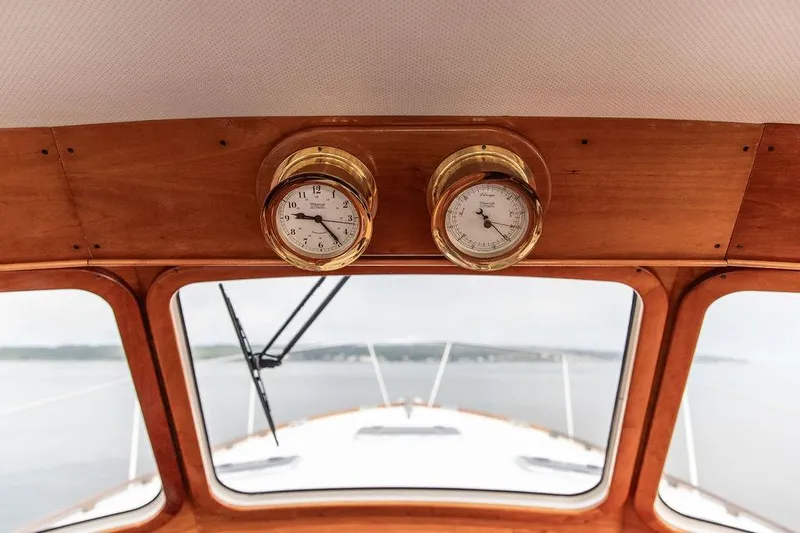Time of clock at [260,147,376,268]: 9:23
